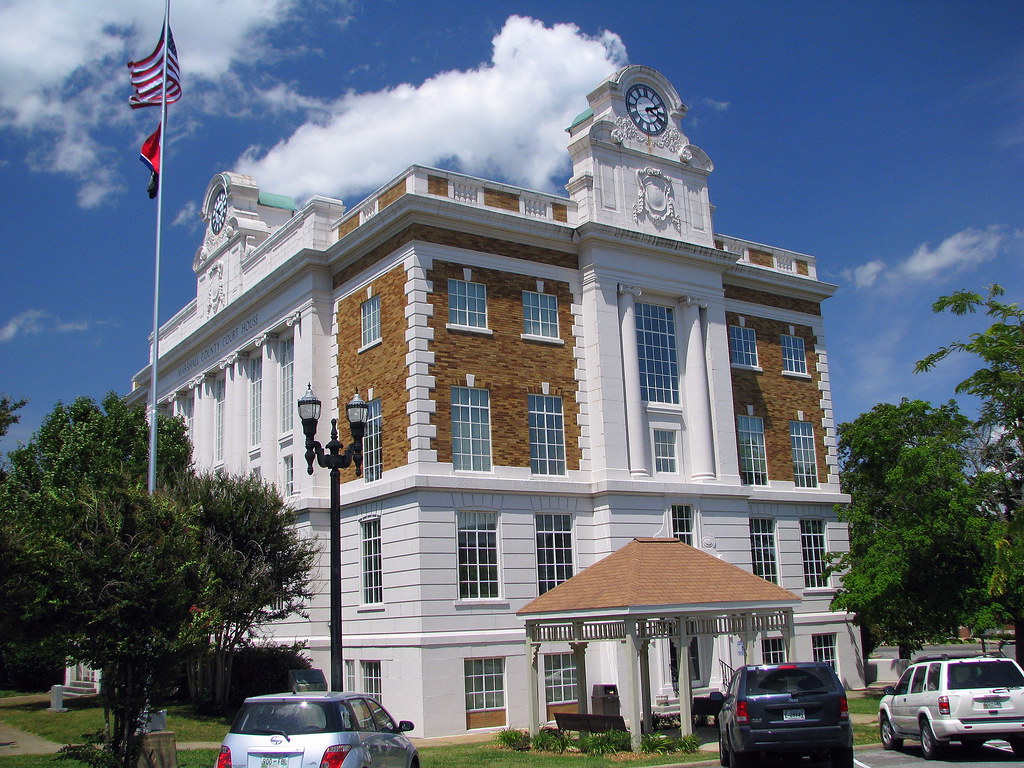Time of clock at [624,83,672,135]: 2:19
